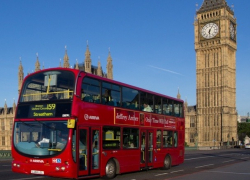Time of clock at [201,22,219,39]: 6:05
